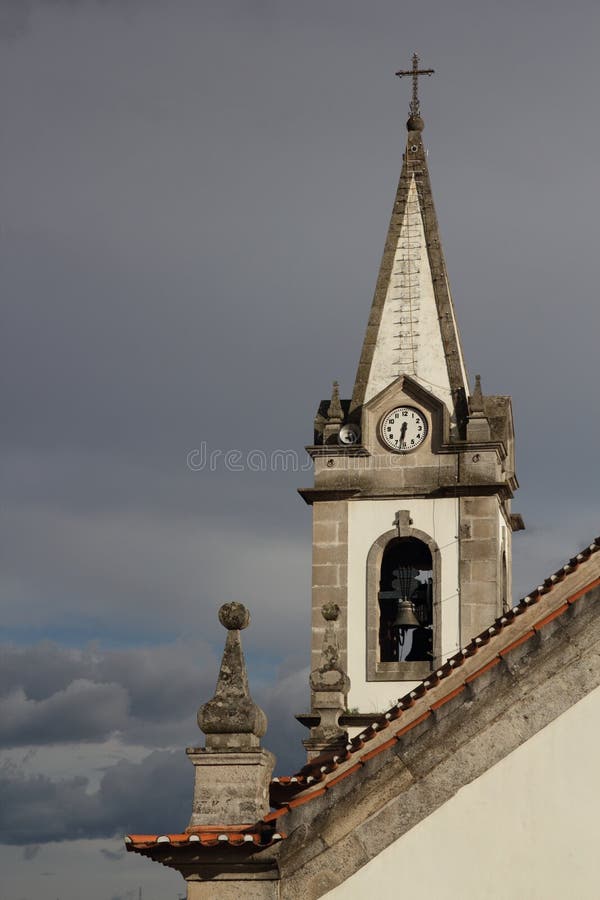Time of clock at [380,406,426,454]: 6:31
